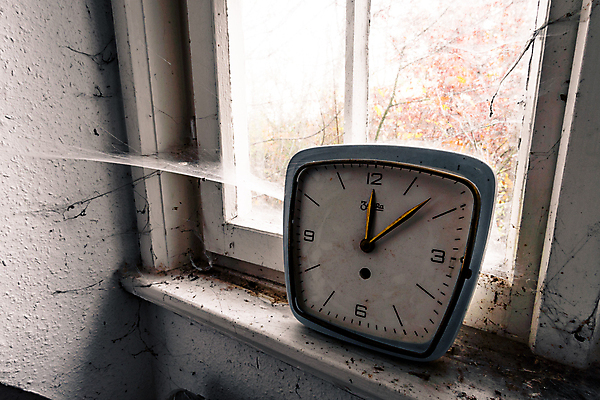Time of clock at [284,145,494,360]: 12:07
